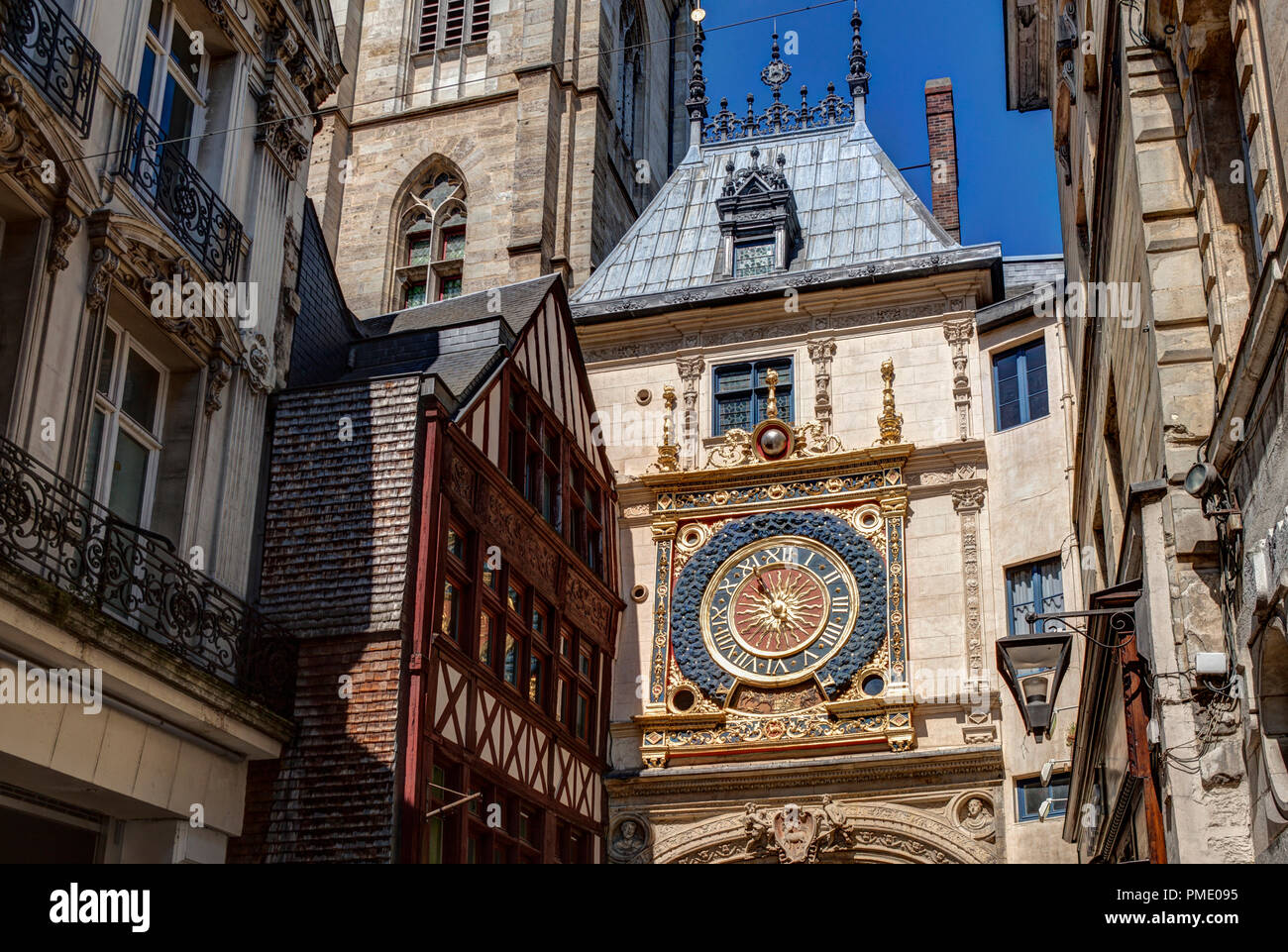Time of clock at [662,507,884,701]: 8:54
